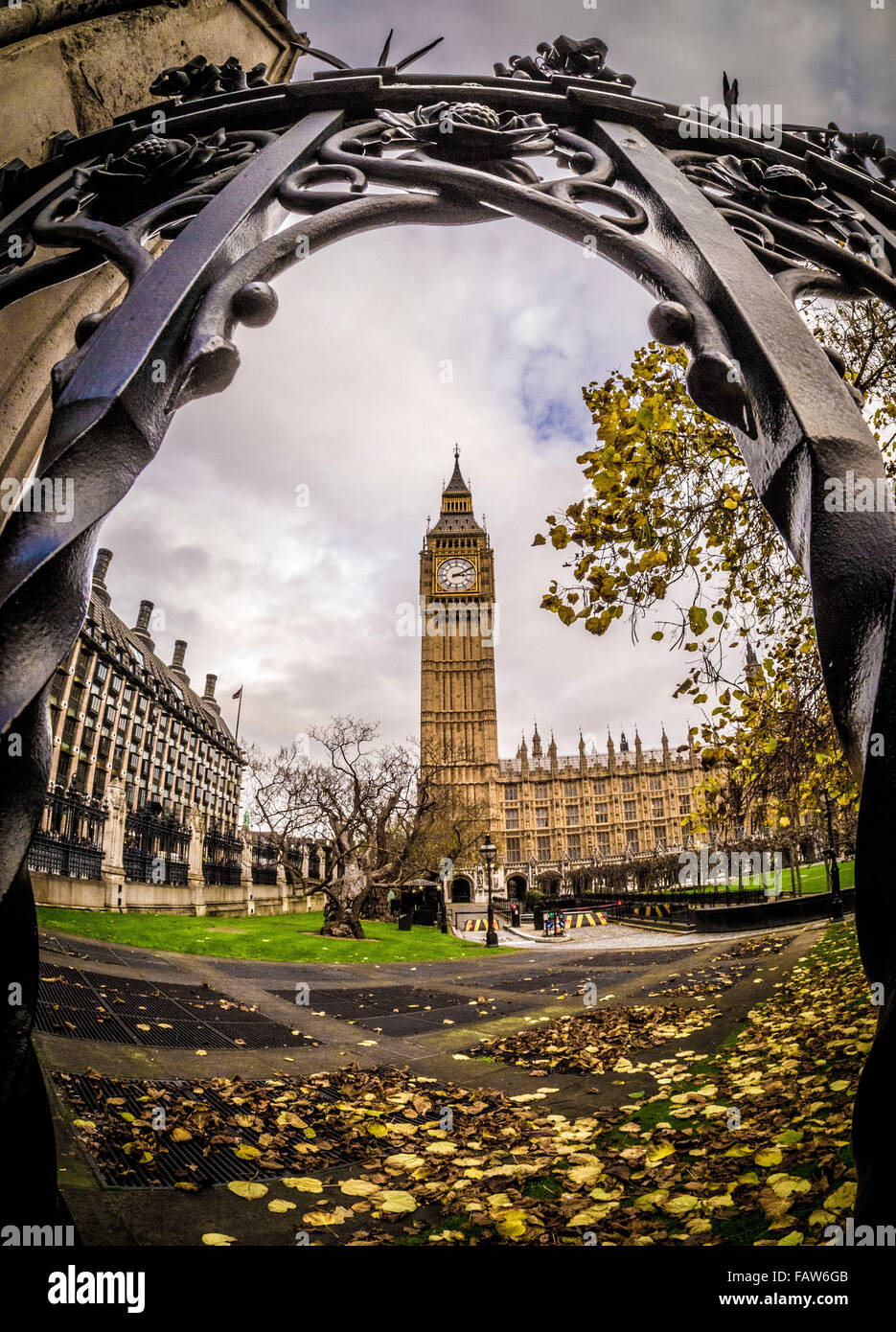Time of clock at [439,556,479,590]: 3:10
